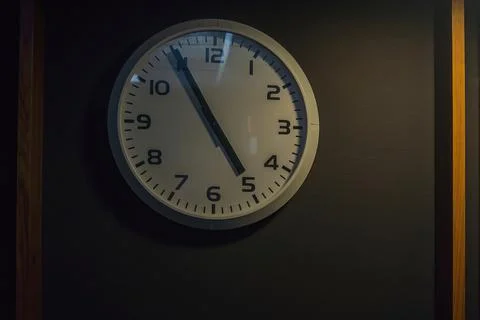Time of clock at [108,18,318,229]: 4:54
